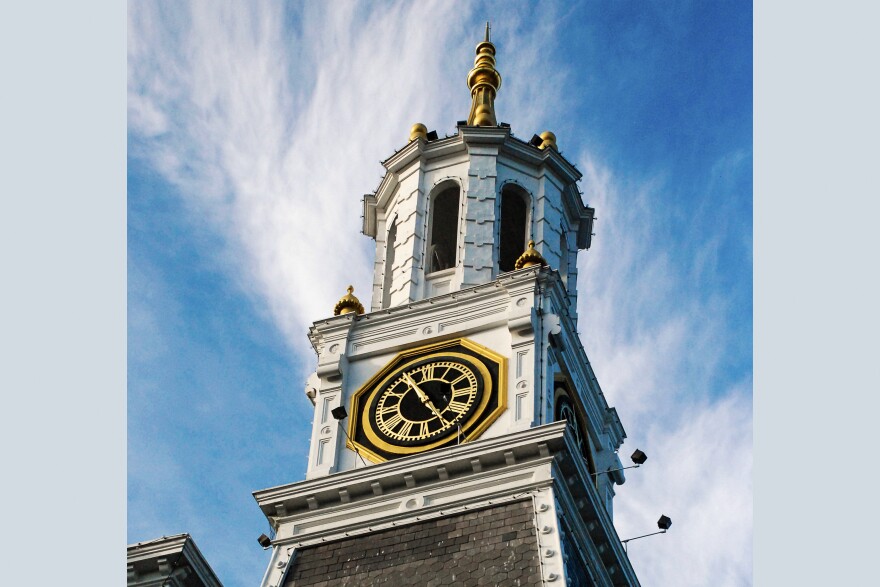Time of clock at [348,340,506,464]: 4:54
